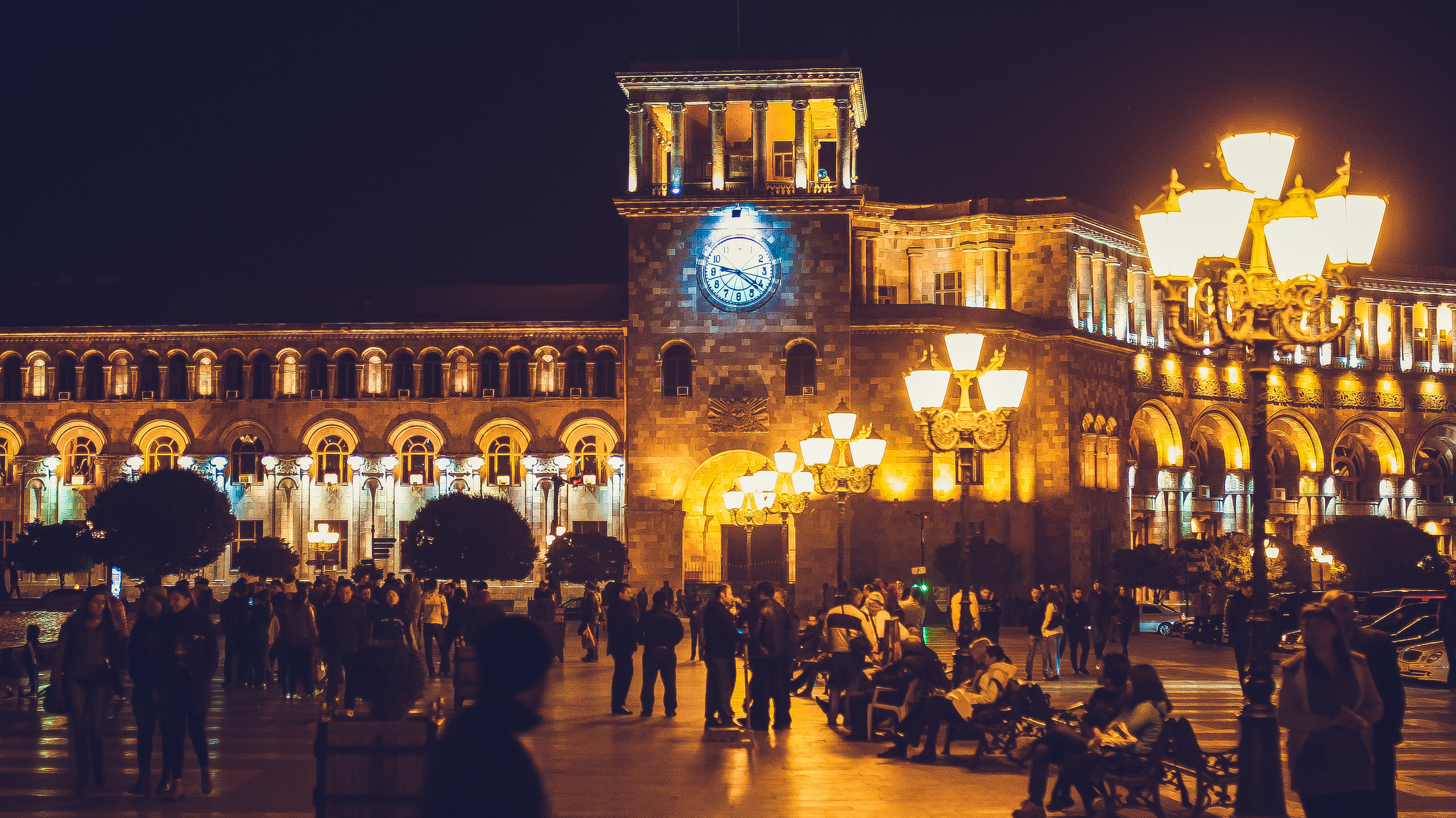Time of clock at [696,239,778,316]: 9:21
